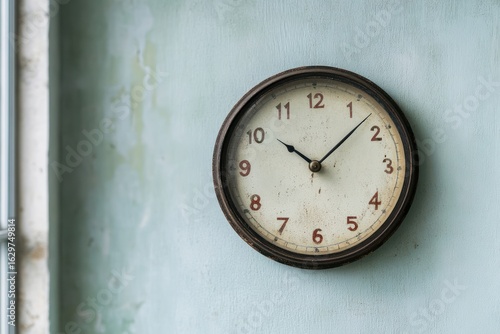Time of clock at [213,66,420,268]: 10:07
